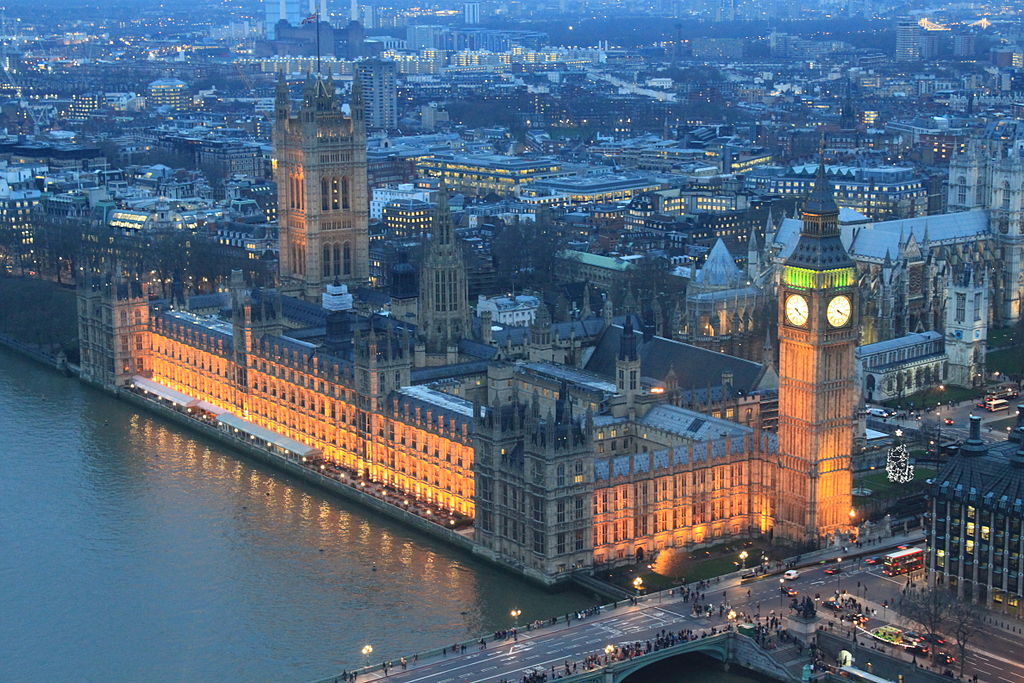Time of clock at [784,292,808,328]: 4:20
